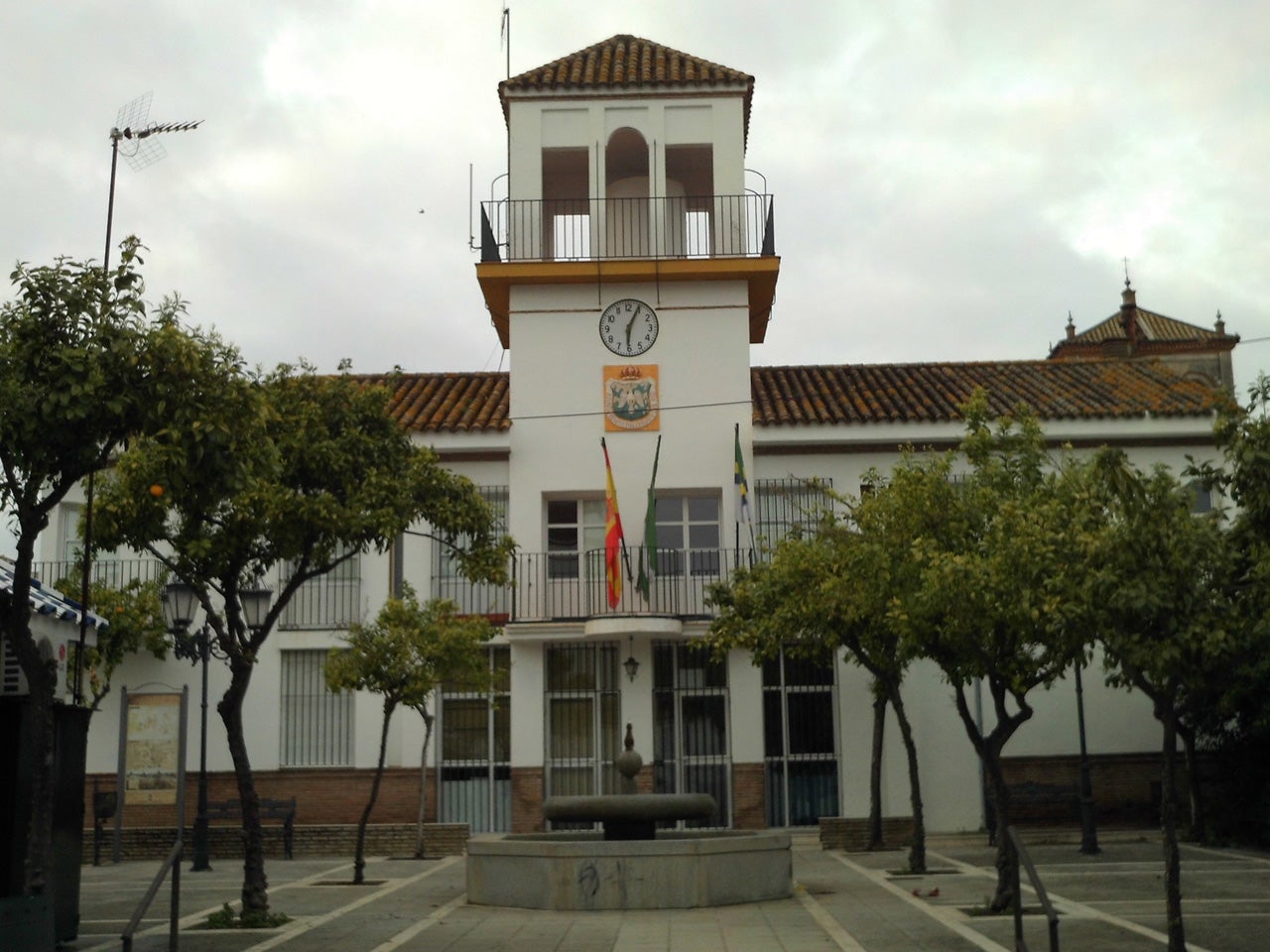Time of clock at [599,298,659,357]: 6:04
